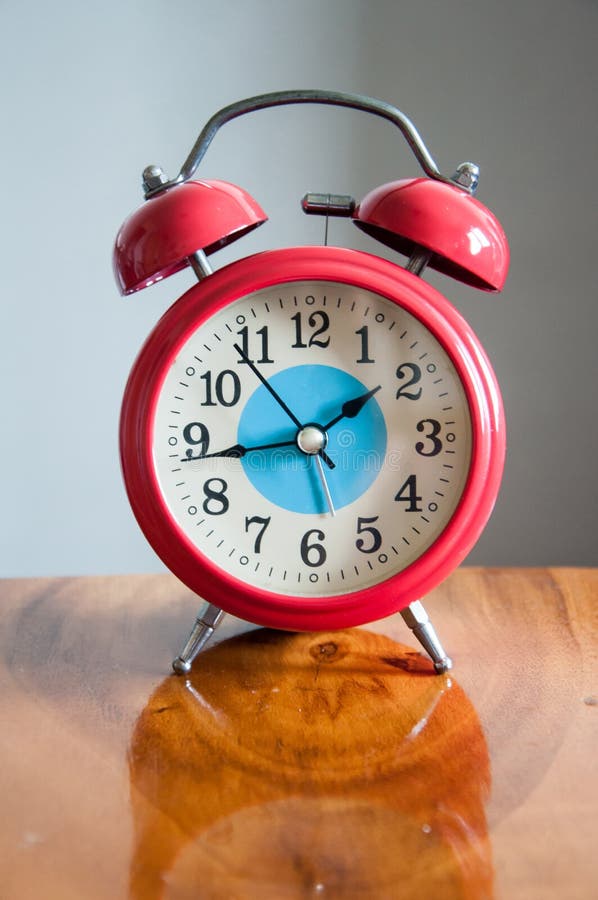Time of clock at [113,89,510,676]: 1:43
